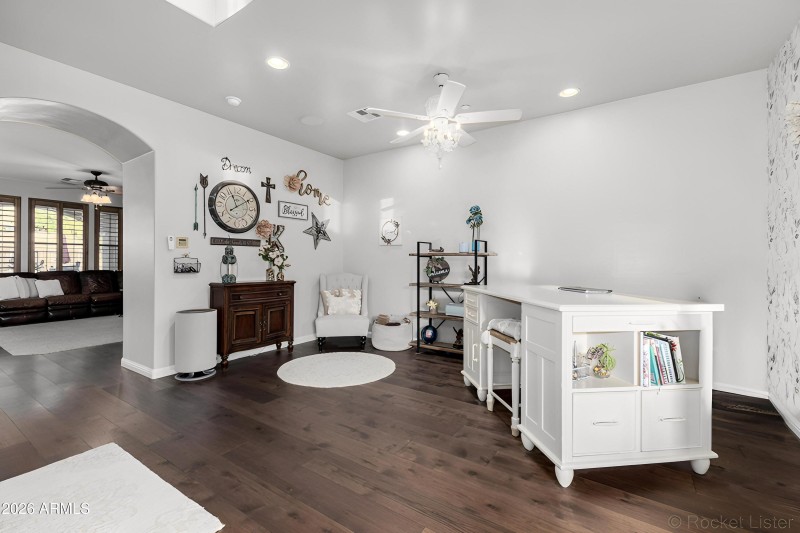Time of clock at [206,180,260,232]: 11:09
